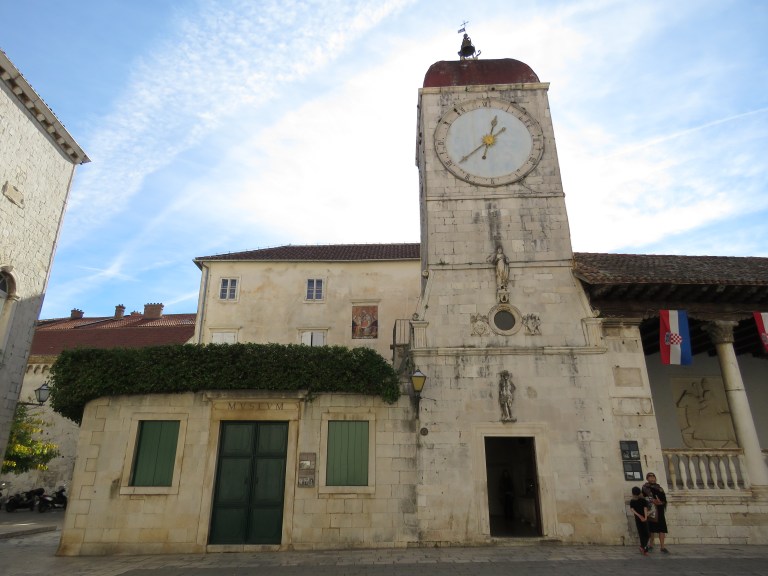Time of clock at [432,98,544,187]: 12:38
